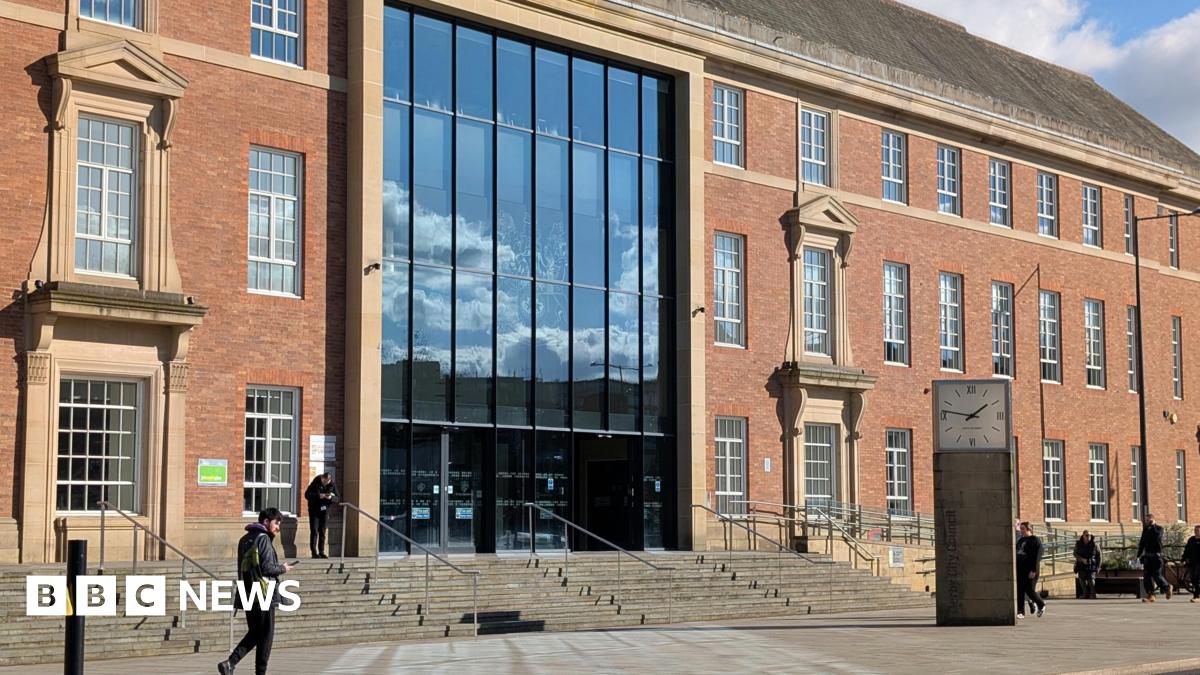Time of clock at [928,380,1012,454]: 1:46
